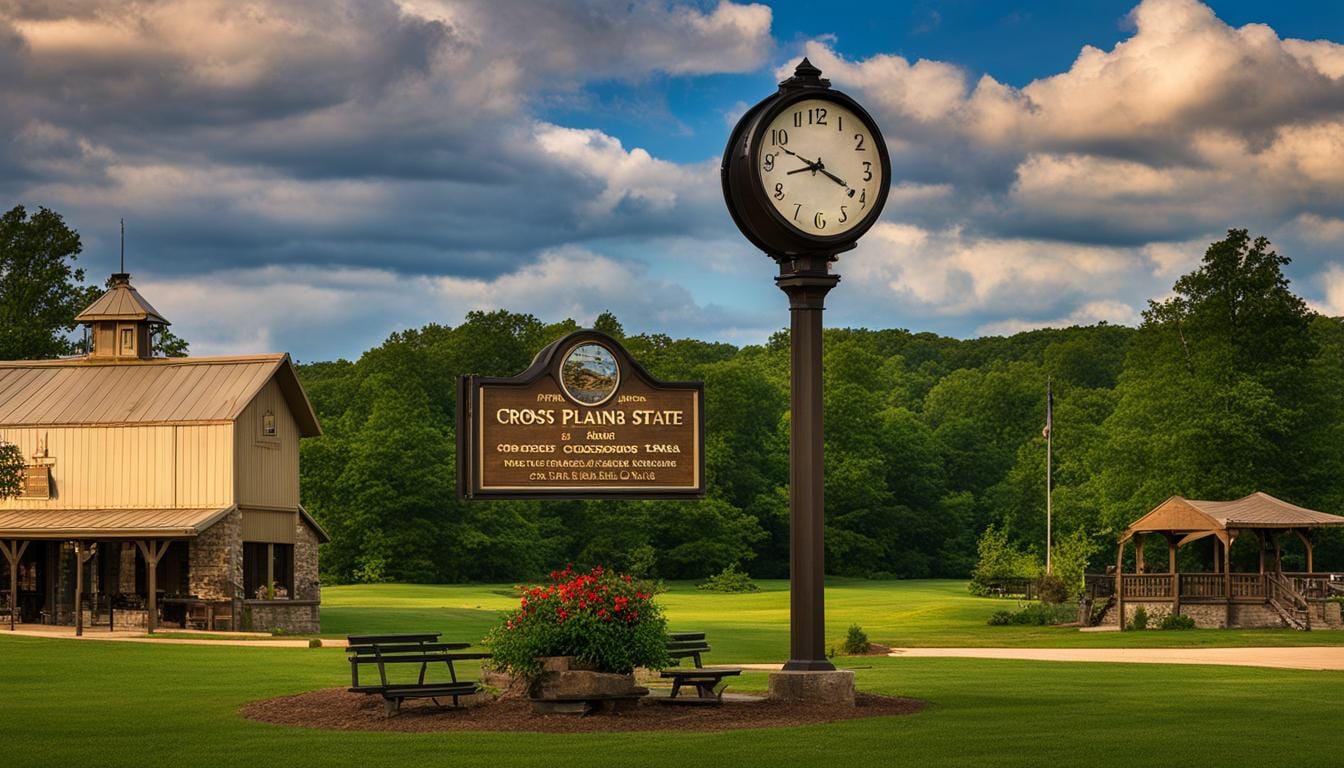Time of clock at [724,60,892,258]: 8:19
